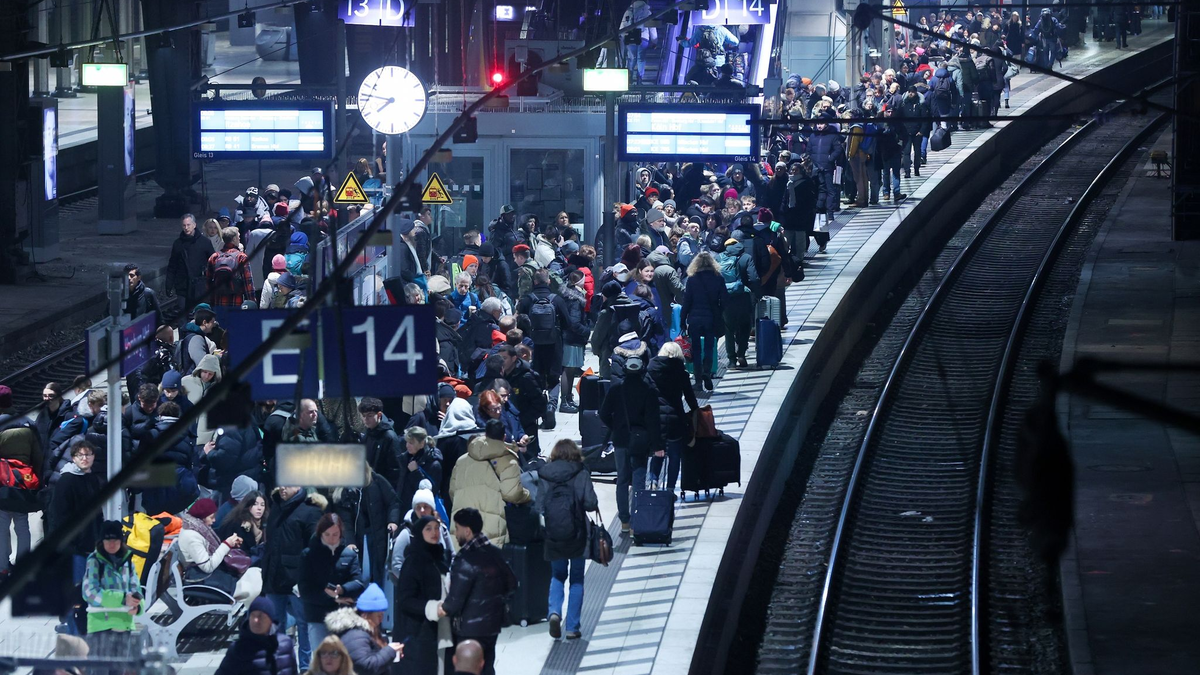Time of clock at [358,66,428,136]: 7:46
